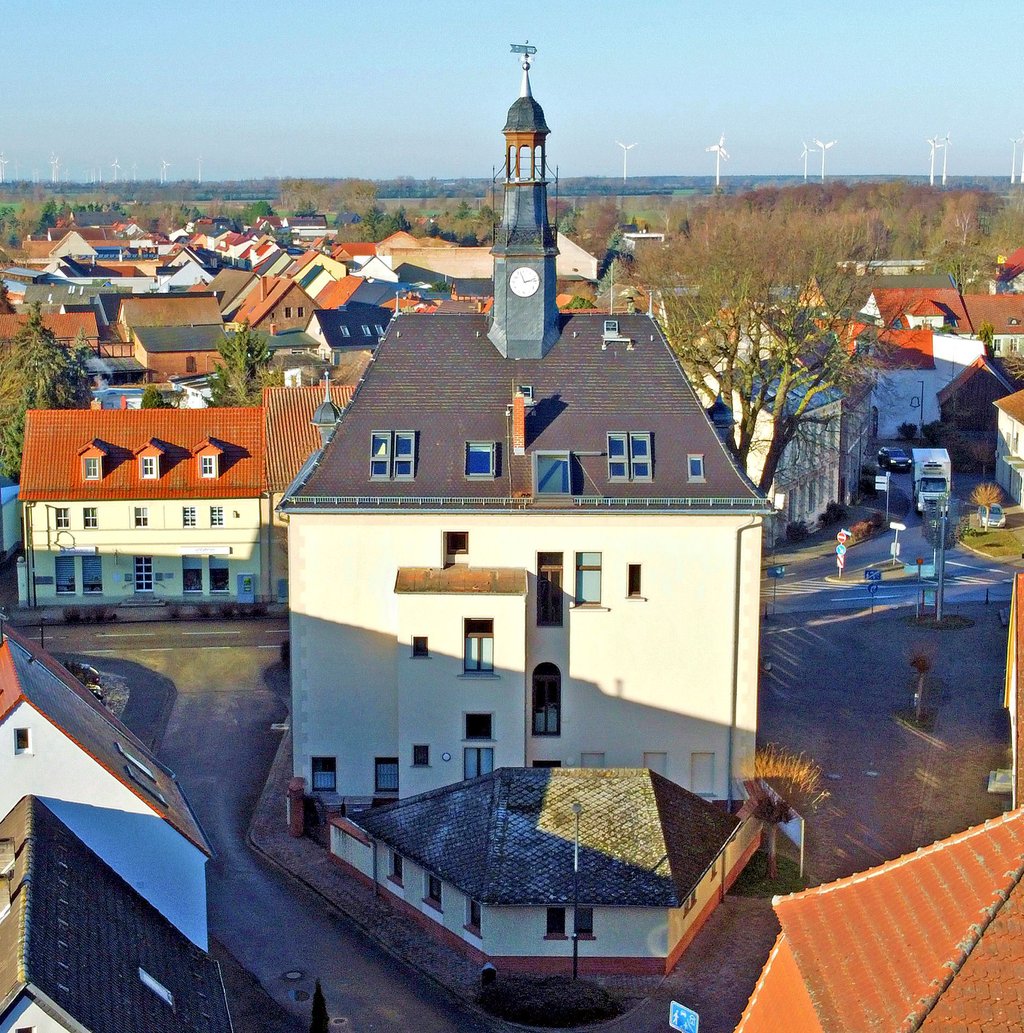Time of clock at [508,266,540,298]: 11:12
